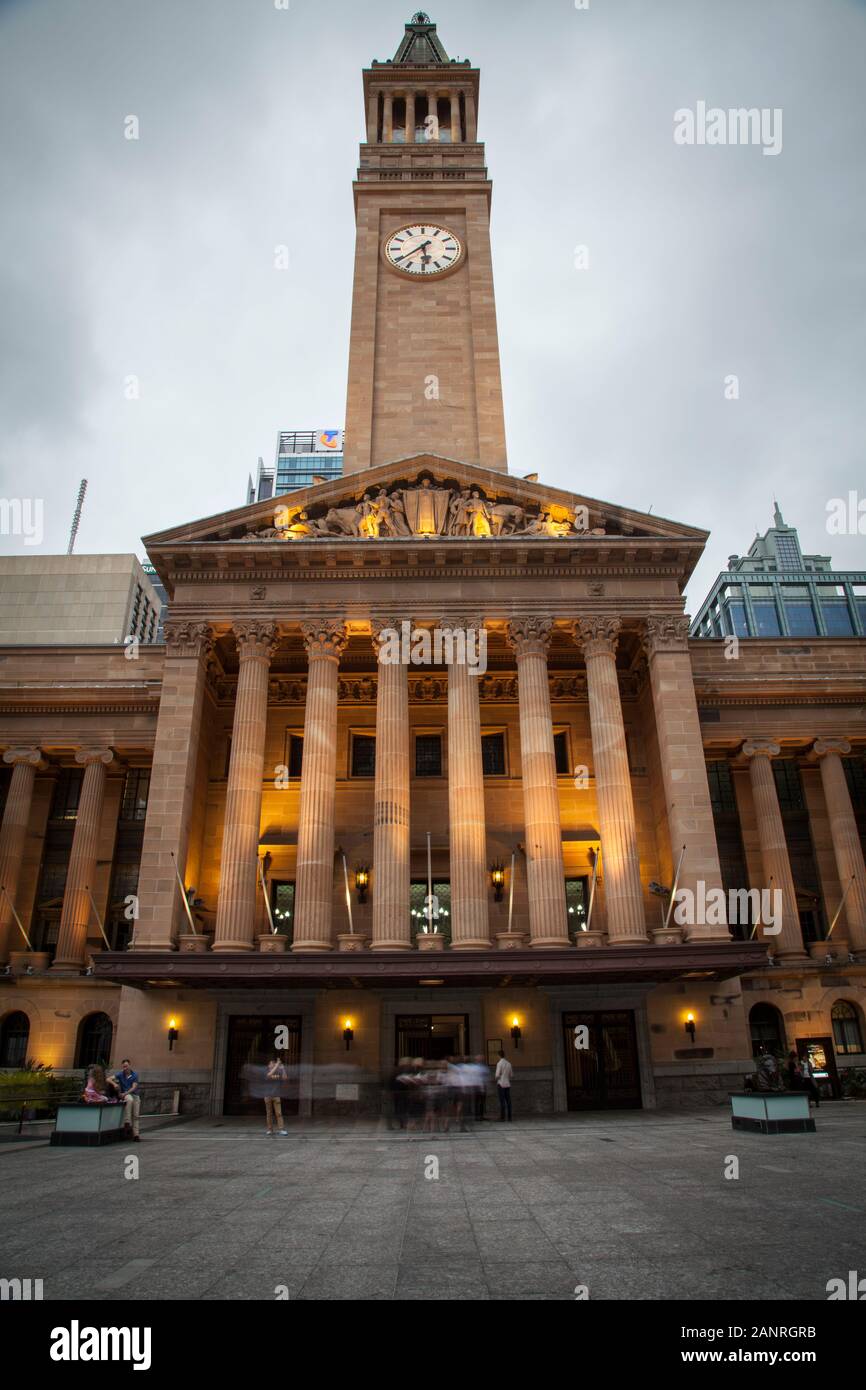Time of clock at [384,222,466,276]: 5:38
